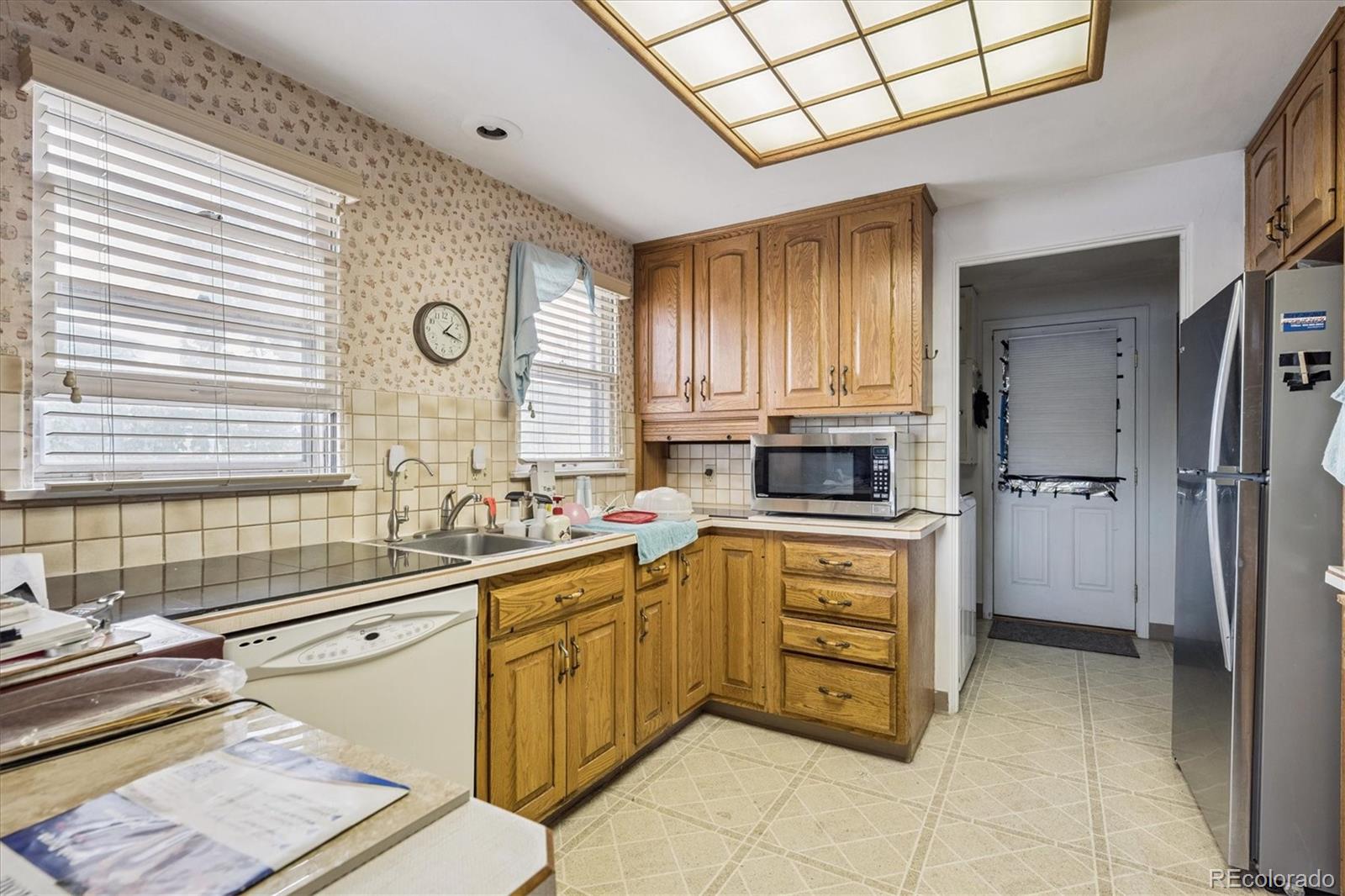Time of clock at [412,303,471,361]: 1:17
